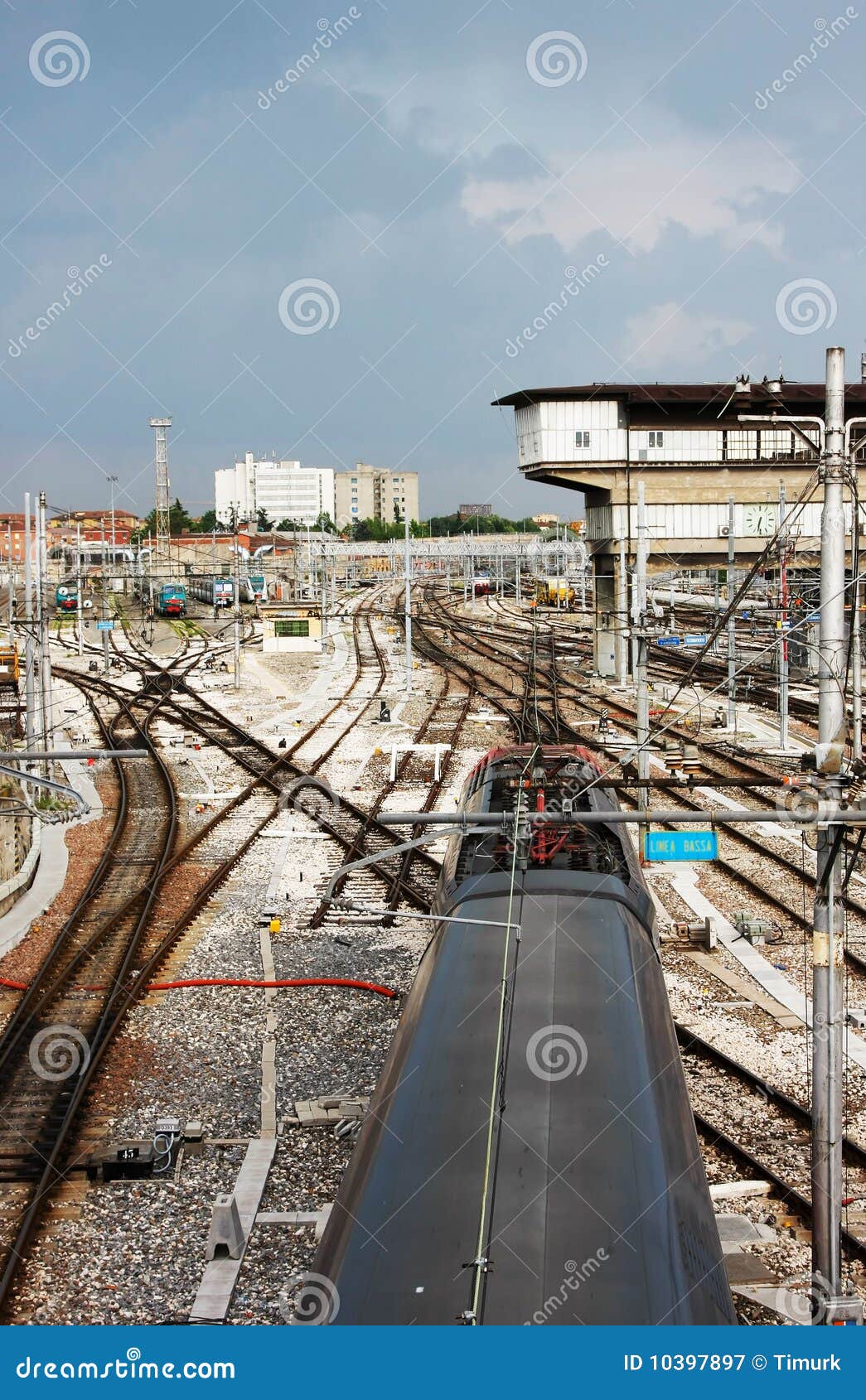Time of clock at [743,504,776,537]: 6:32
